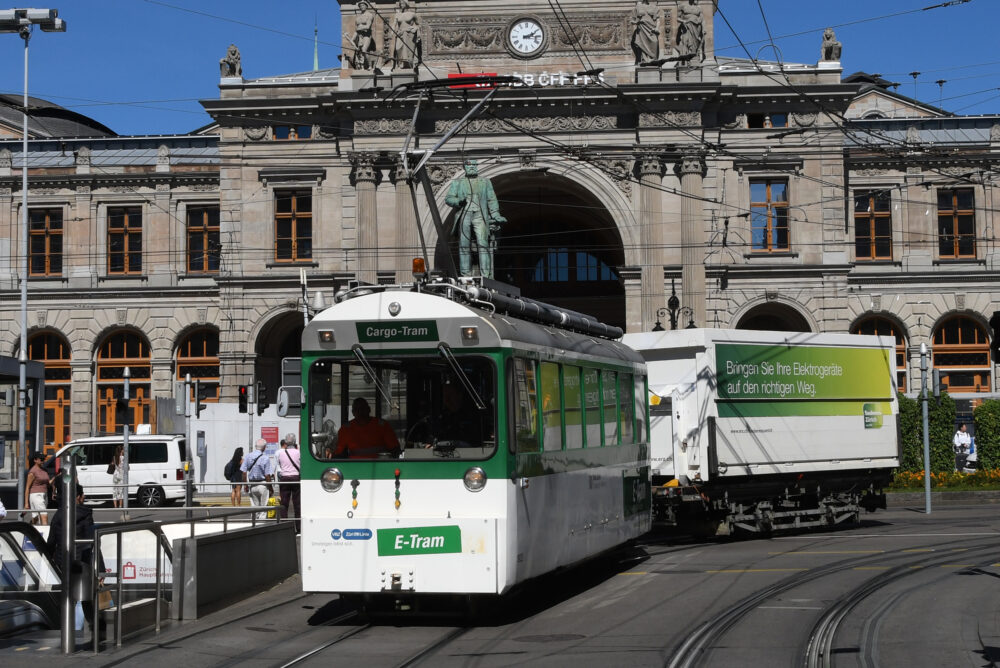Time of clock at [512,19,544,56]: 2:15
